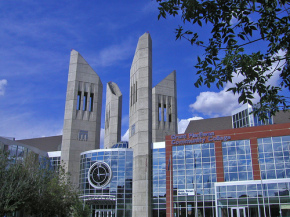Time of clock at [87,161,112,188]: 2:58
